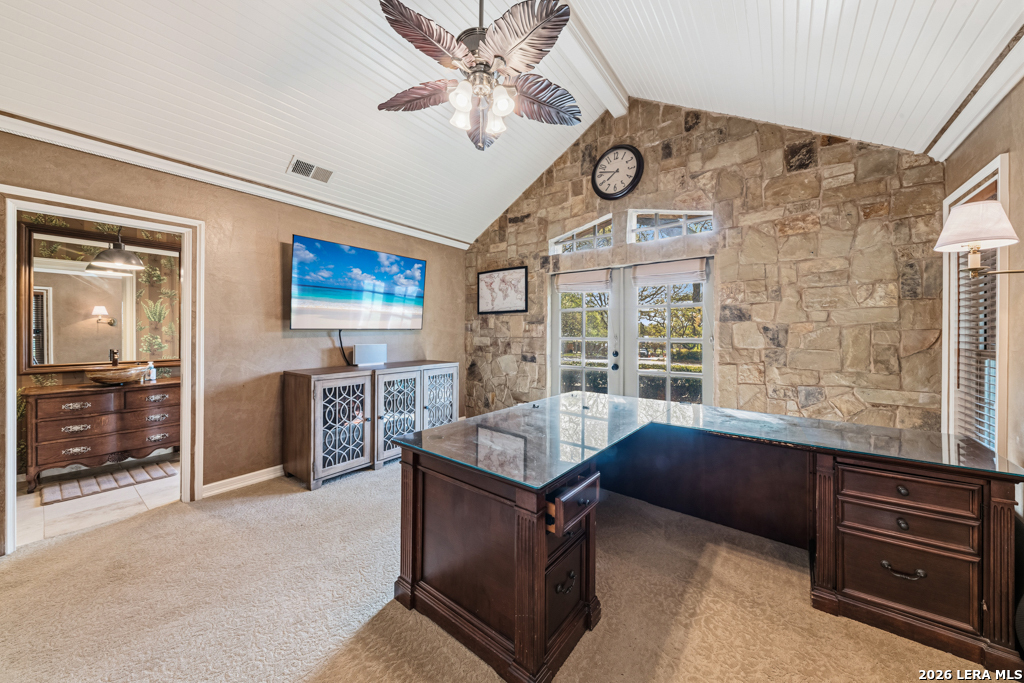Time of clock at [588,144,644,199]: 7:46
